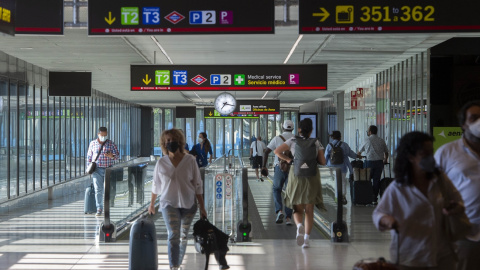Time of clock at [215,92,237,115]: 7:17
